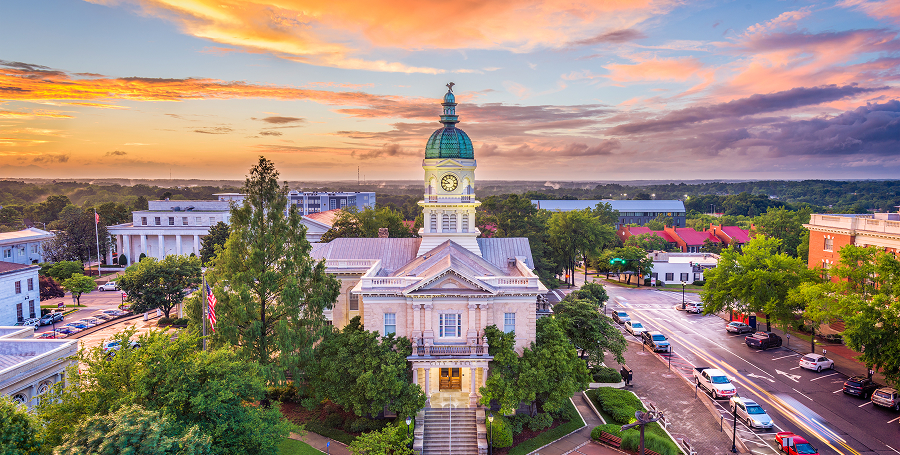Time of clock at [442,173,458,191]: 8:50
